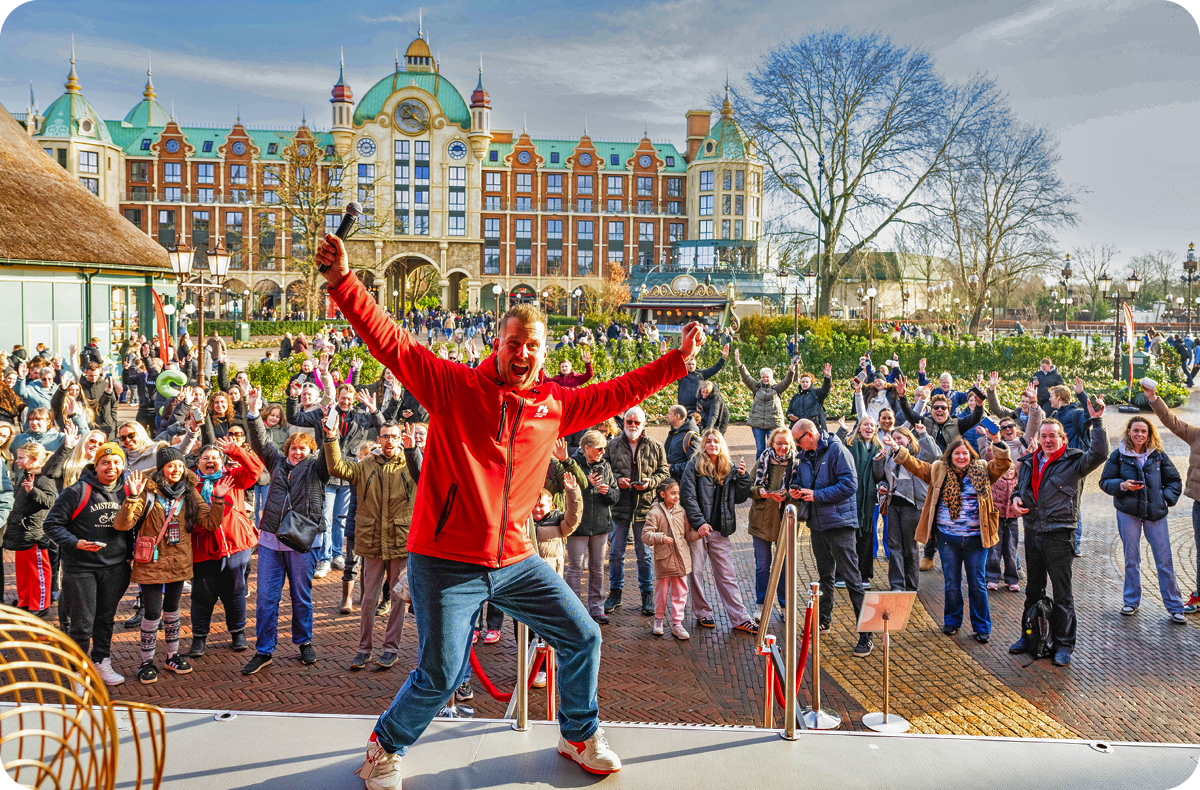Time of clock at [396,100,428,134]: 8:20
